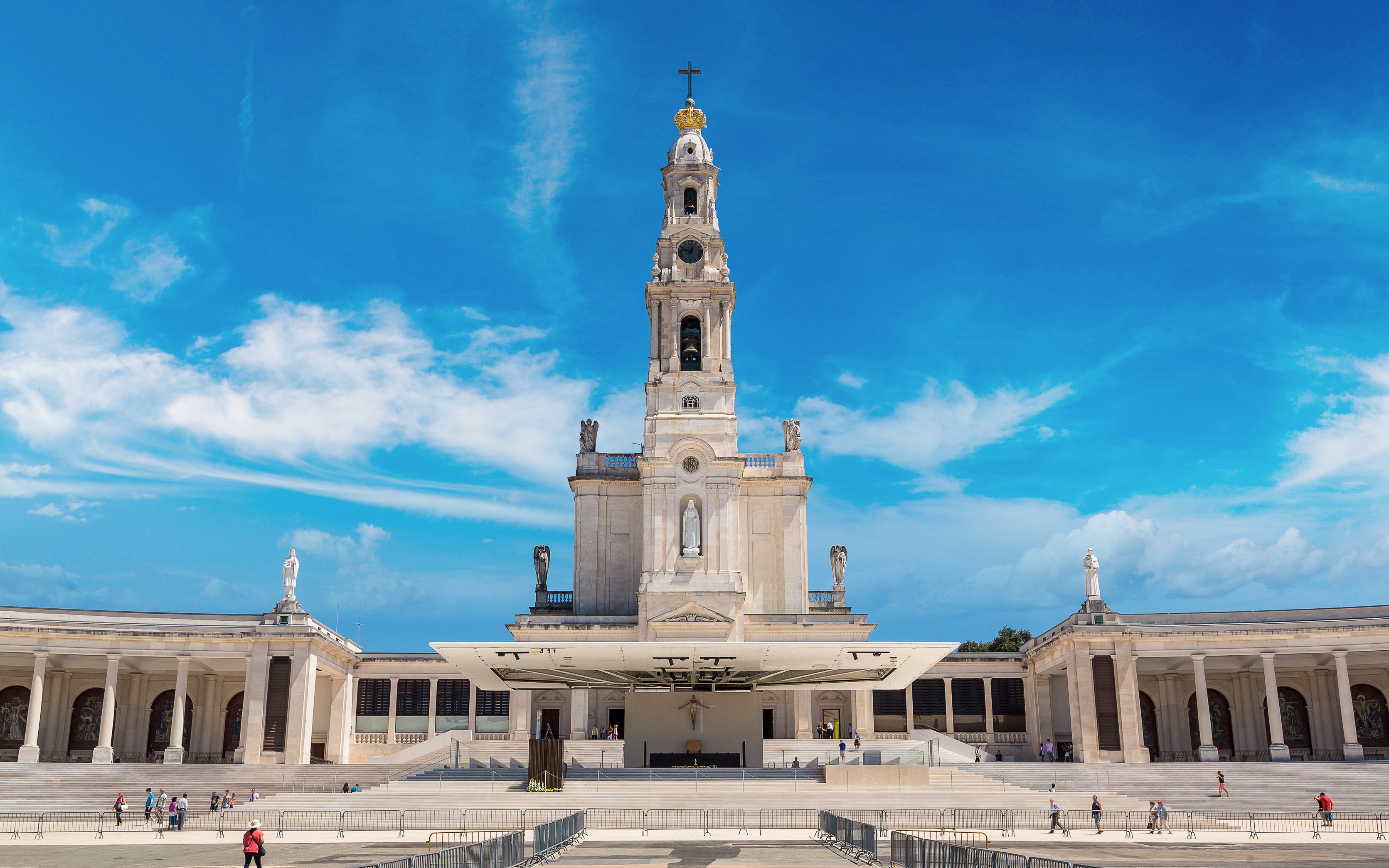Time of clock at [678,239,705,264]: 12:48
